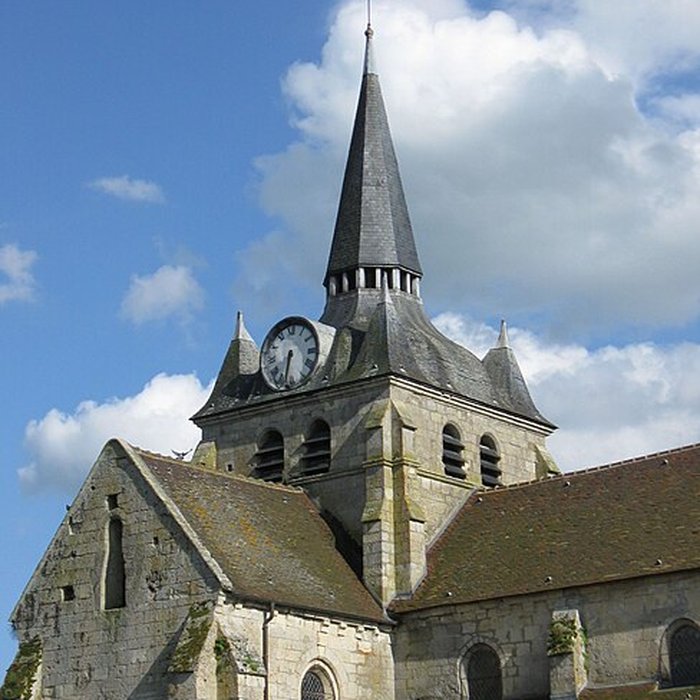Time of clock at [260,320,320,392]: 6:32
